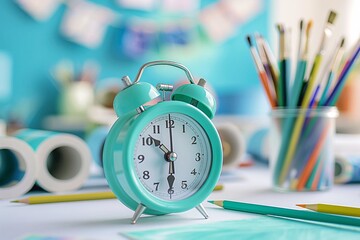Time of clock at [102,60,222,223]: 10:30
